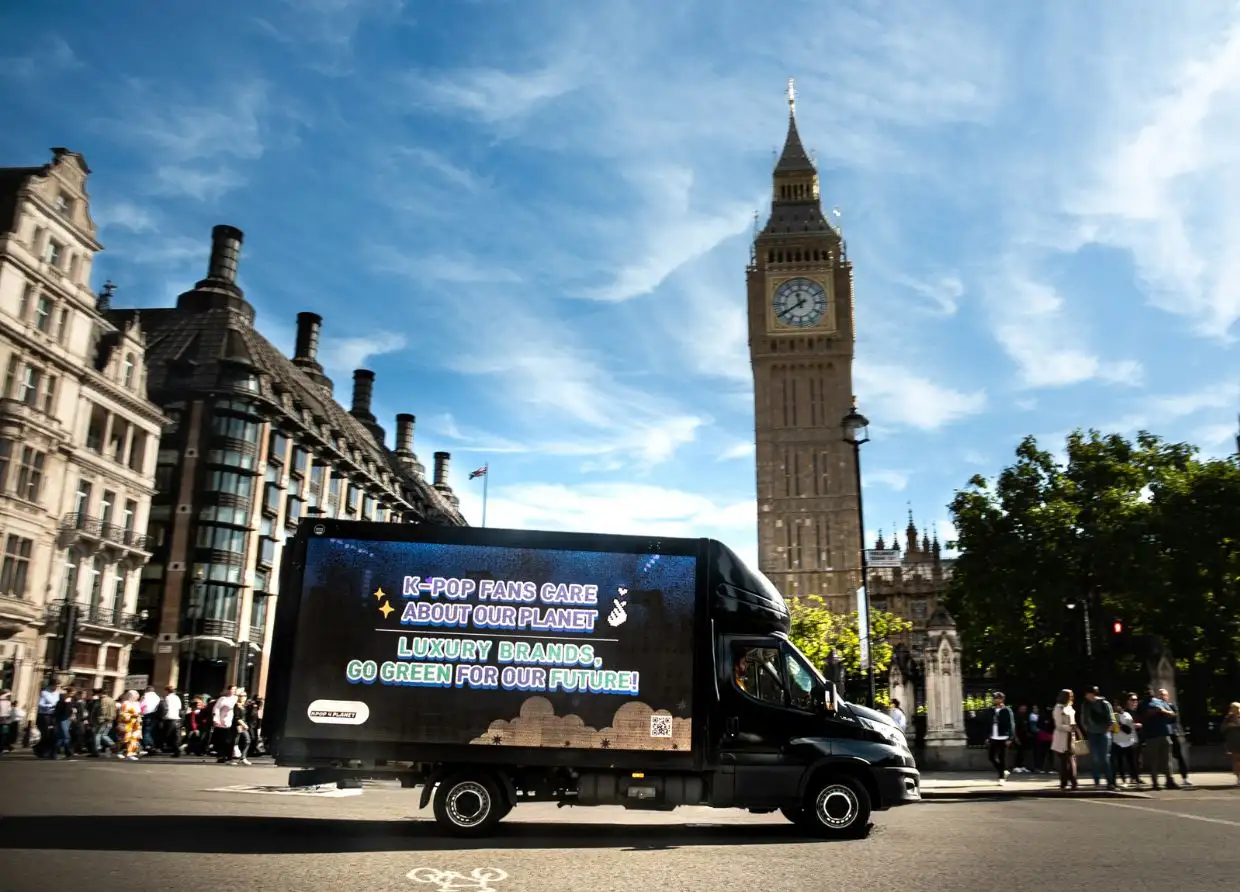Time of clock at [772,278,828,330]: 11:39
